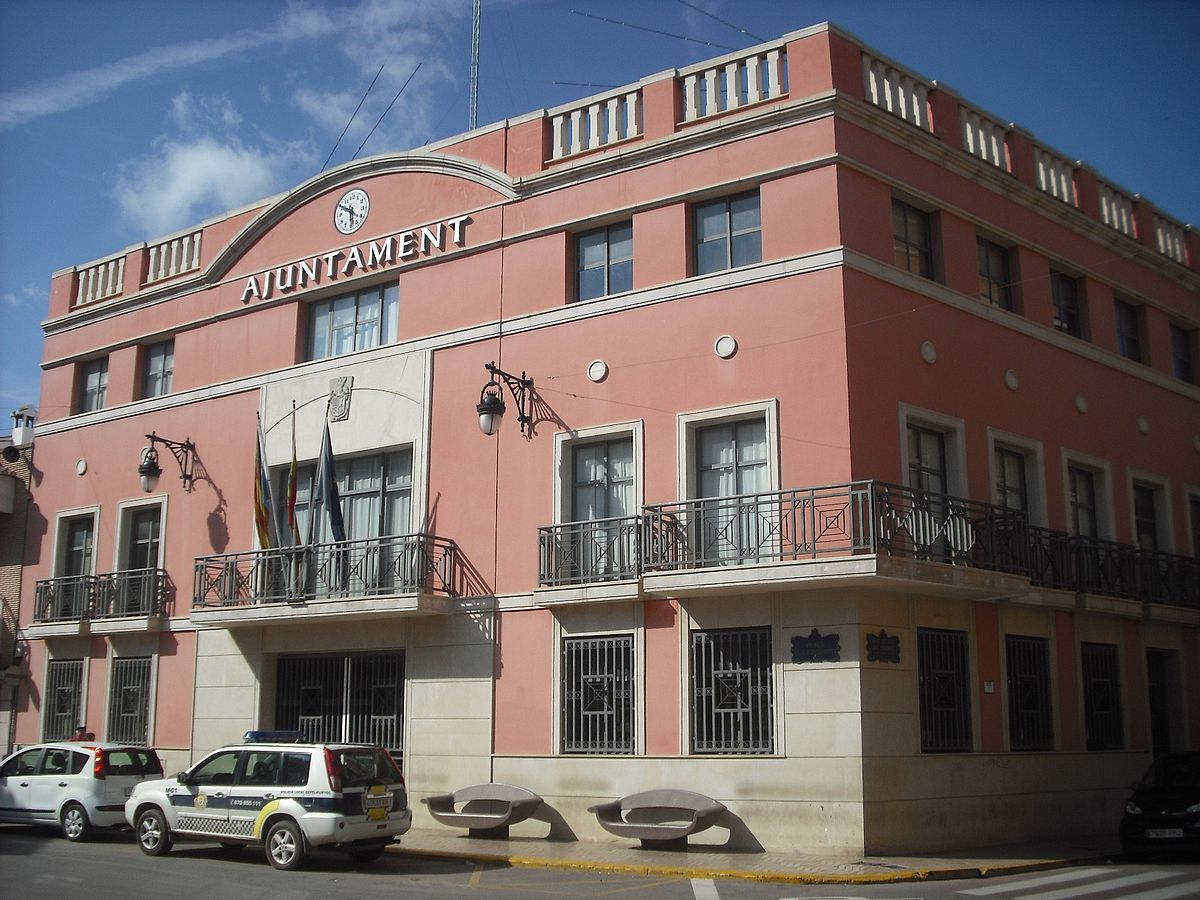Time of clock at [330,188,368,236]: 5:50
